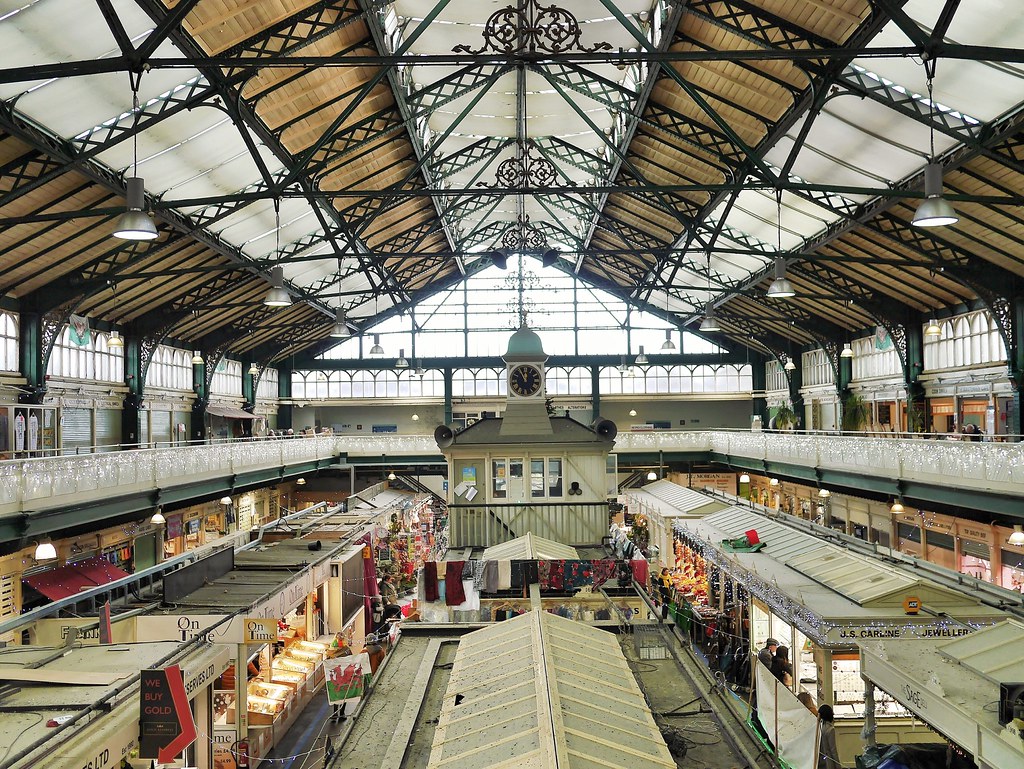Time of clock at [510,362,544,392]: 11:55
